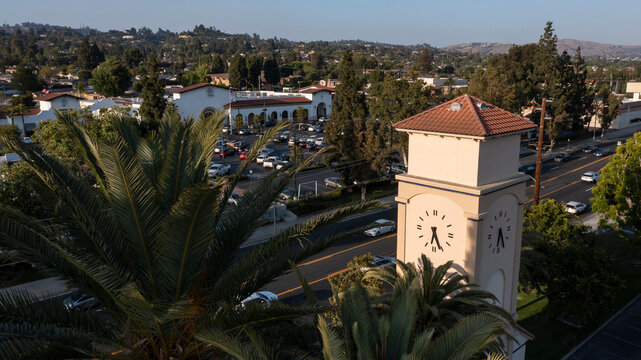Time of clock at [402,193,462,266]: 6:25
